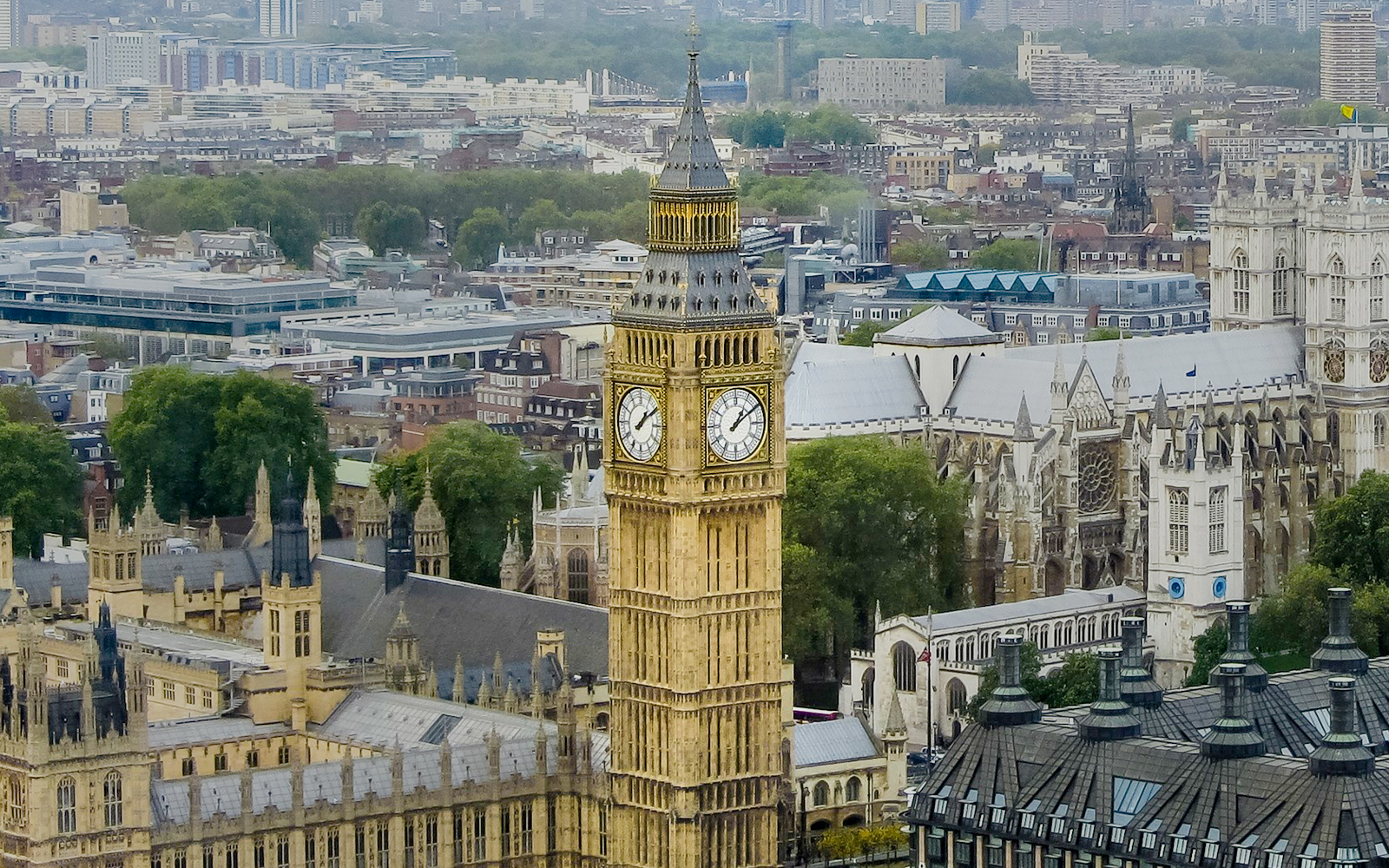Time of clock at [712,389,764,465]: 1:09
